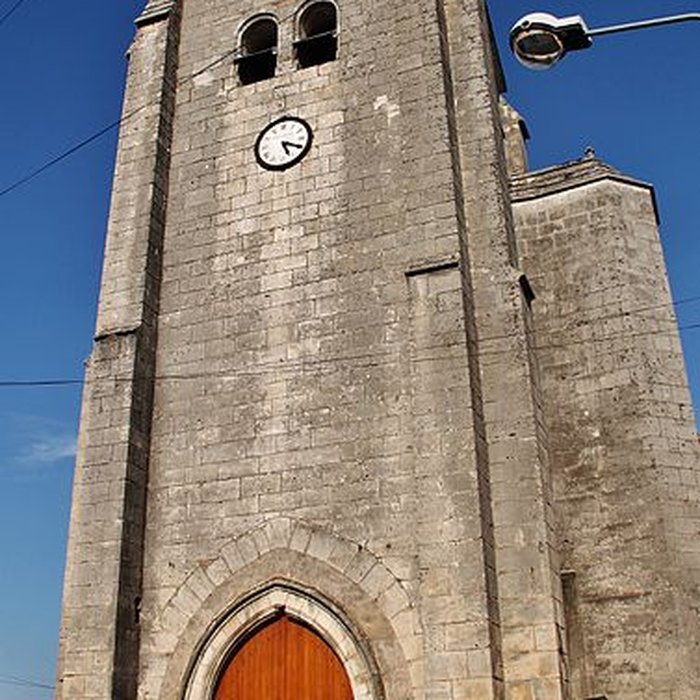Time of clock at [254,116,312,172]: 5:19
